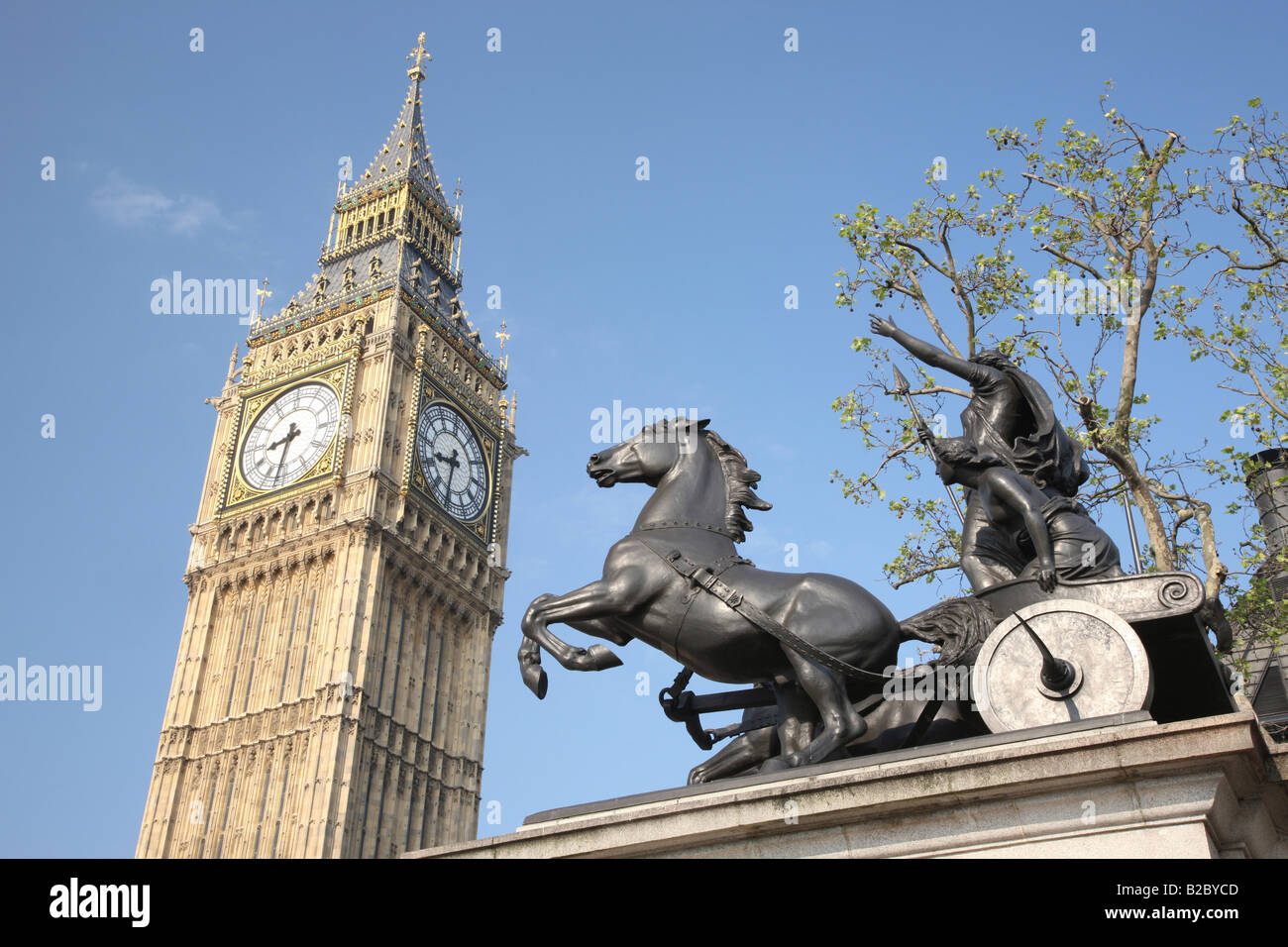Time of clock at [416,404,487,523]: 8:32
